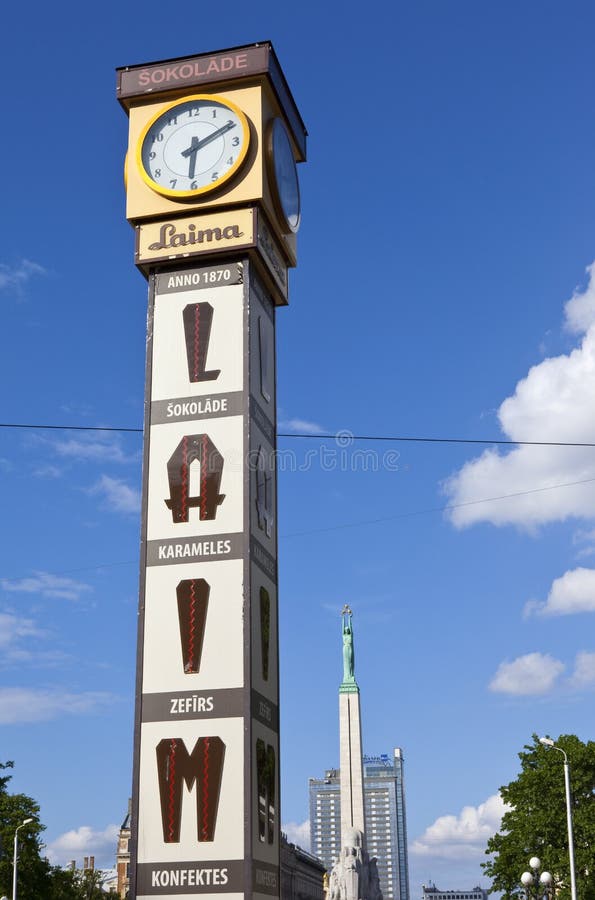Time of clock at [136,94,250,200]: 6:10
